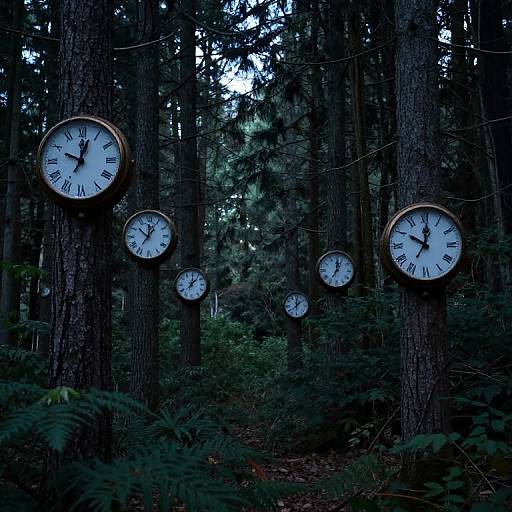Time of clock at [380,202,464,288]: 10:00
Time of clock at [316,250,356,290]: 7:01
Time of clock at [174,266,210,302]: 12:07
